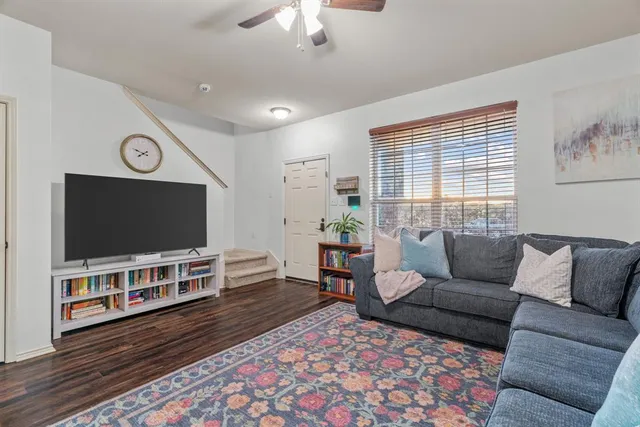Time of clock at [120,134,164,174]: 7:48
